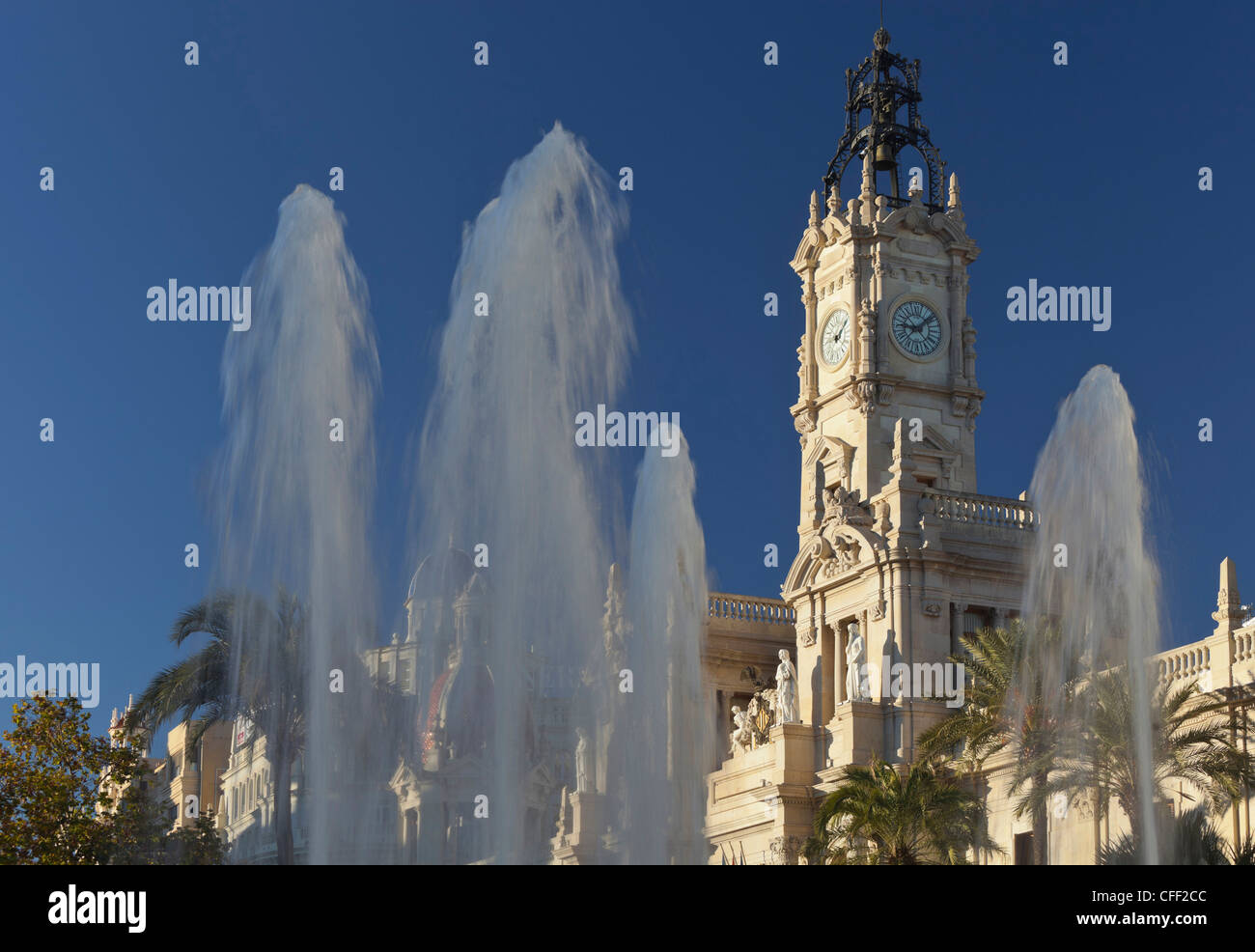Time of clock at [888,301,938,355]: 9:08
